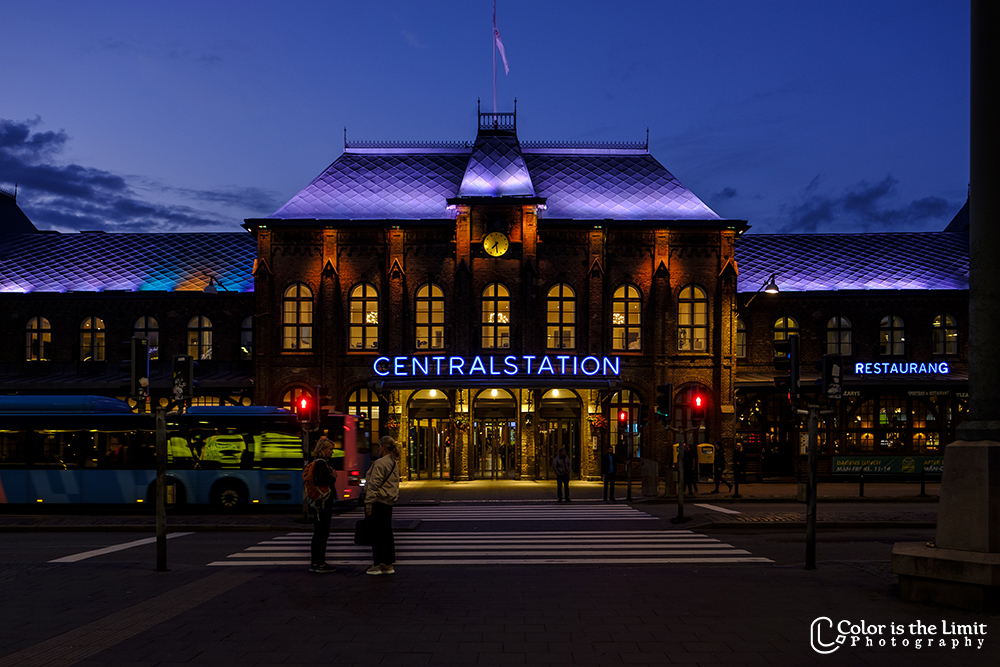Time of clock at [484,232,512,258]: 7:28
